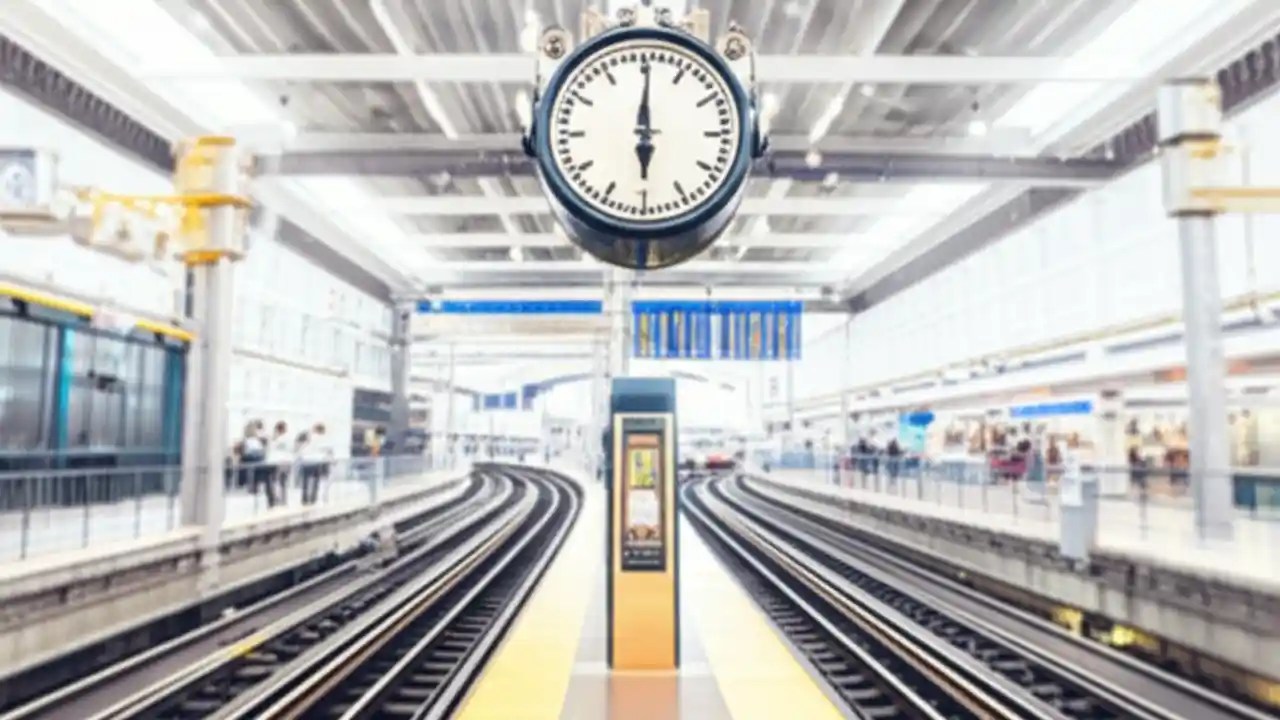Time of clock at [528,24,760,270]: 6:00
